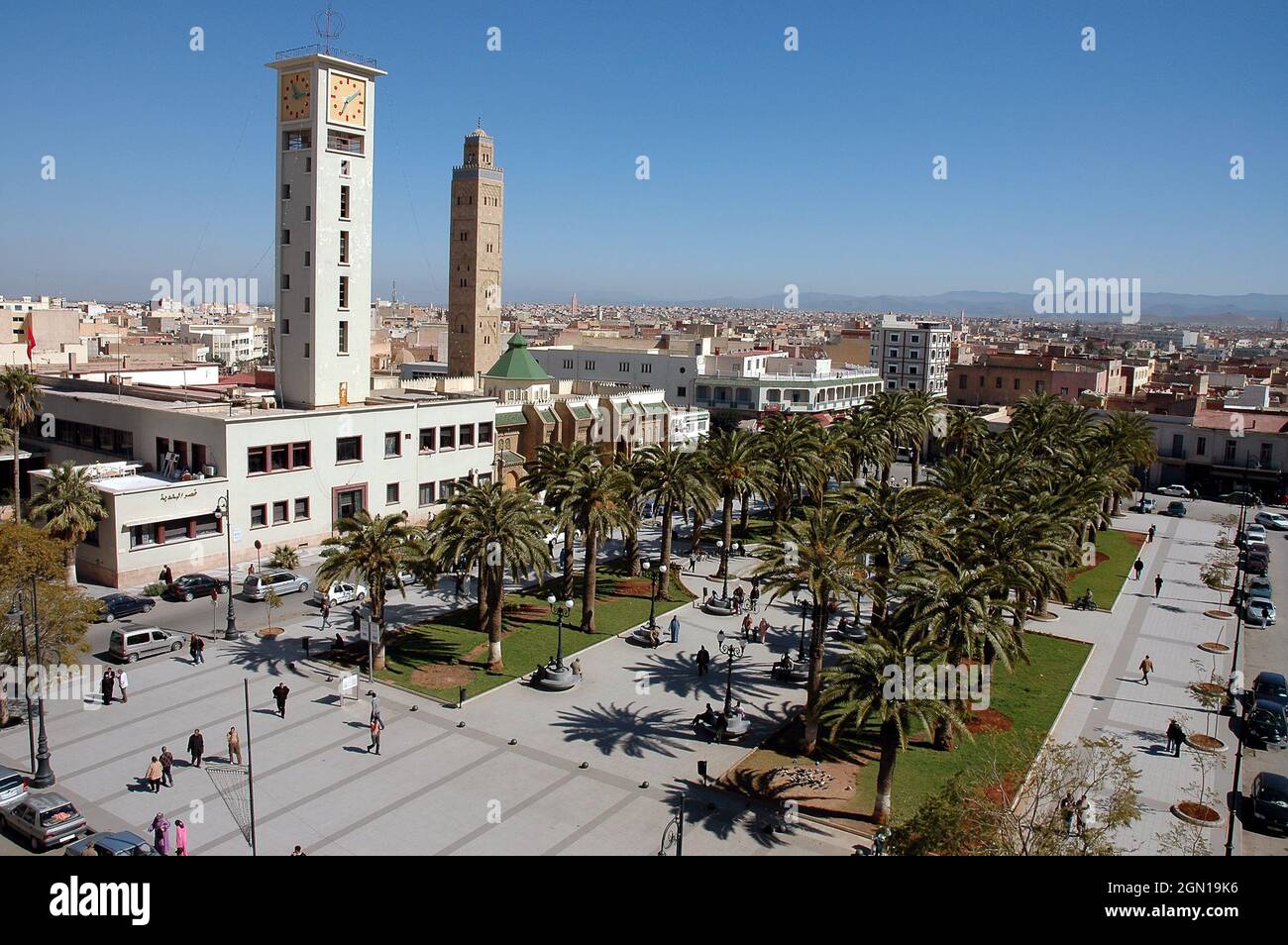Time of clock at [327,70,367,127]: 7:09
